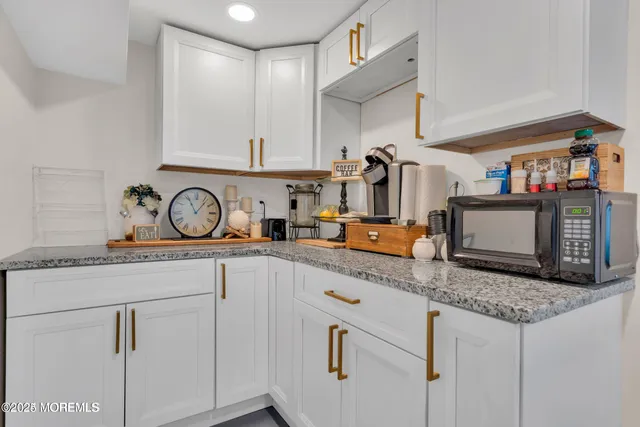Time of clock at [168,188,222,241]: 11:06
